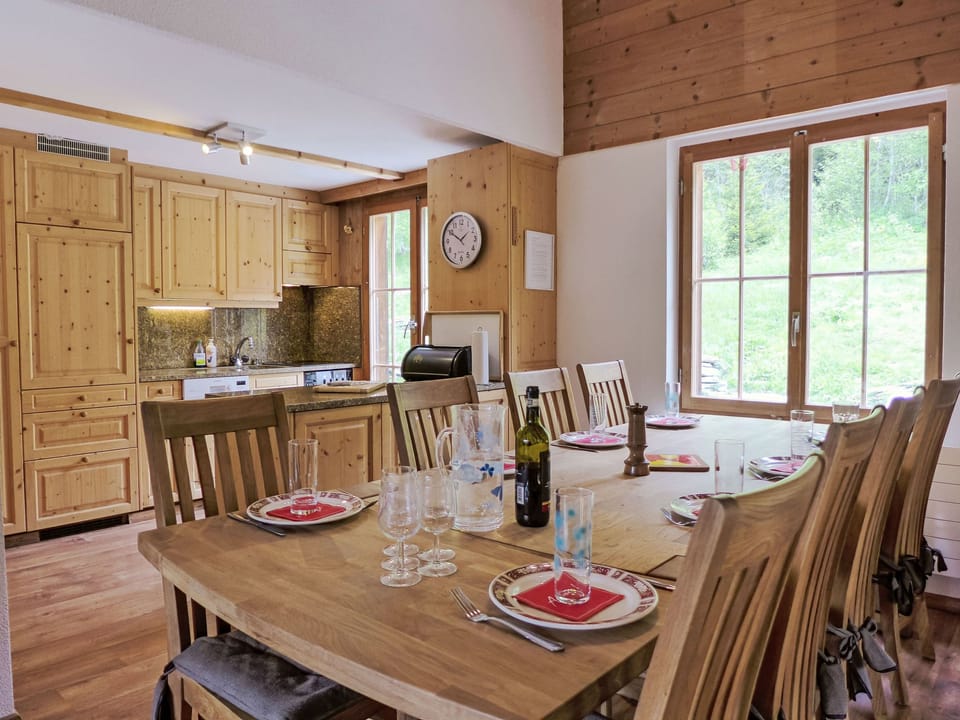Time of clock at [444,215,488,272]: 1:50
